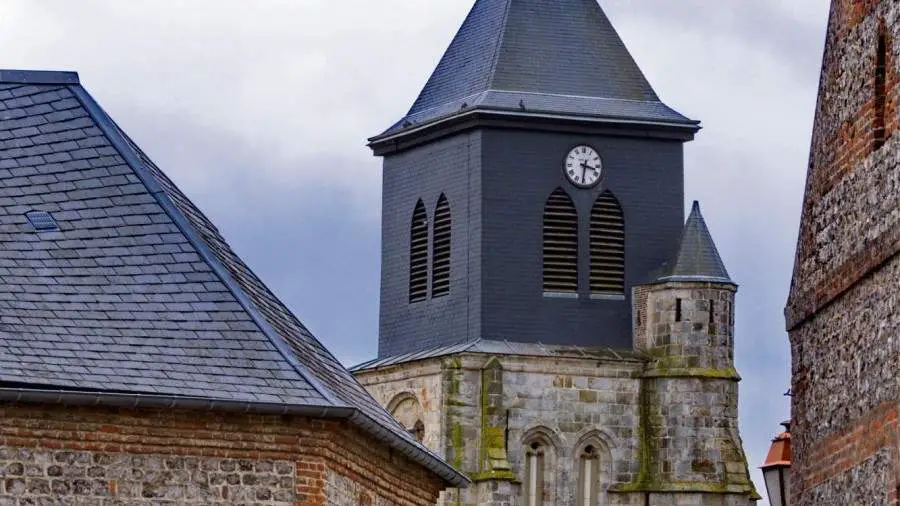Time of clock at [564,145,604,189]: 3:31
